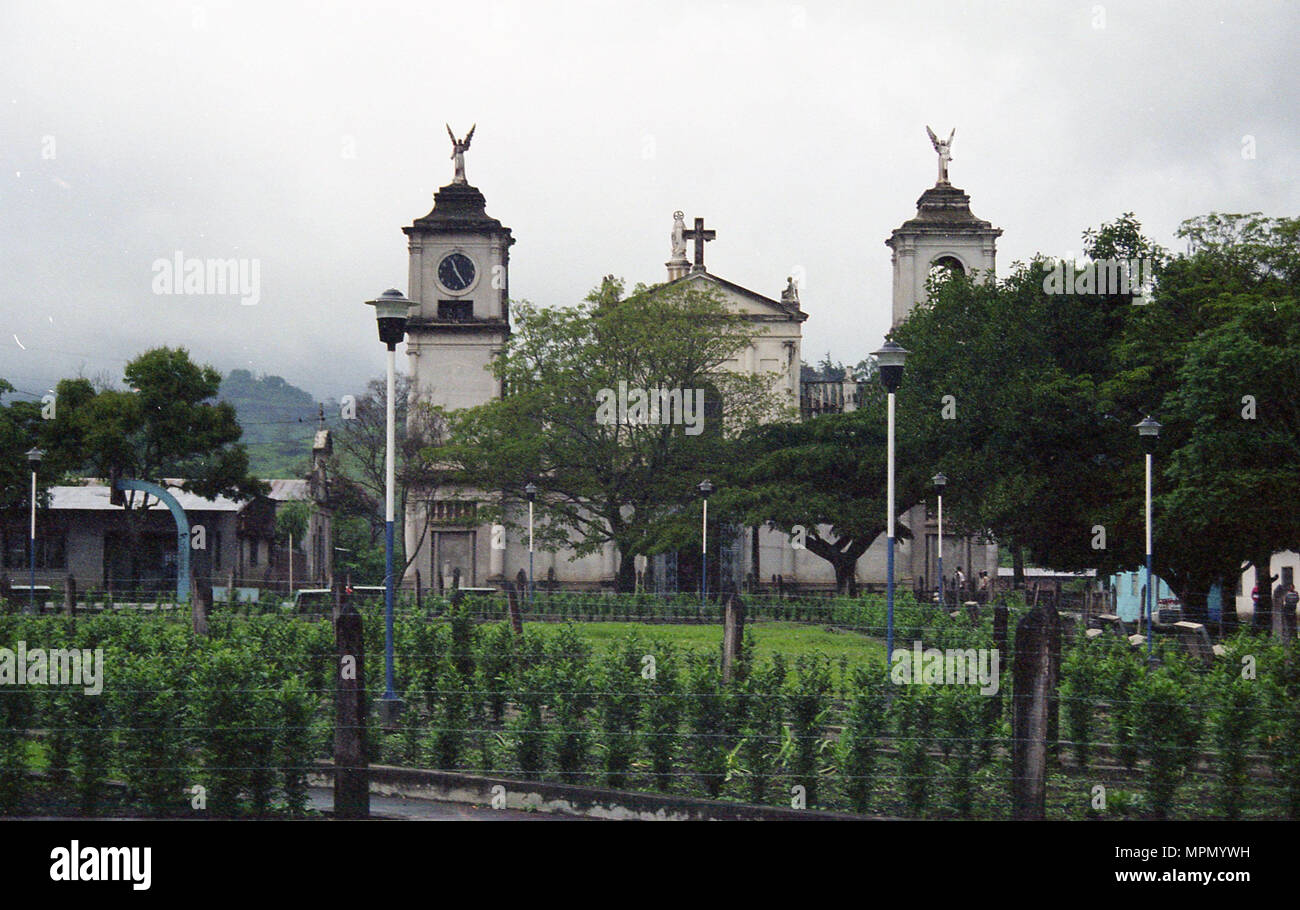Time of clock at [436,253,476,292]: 11:24
